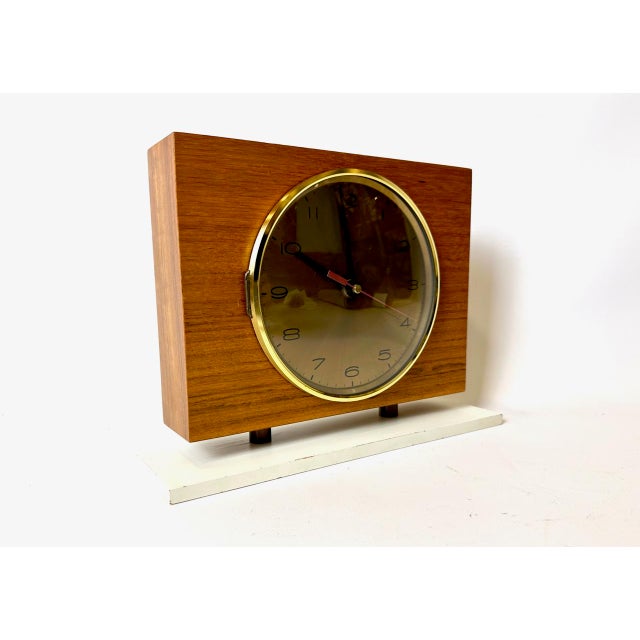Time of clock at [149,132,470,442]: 9:59
